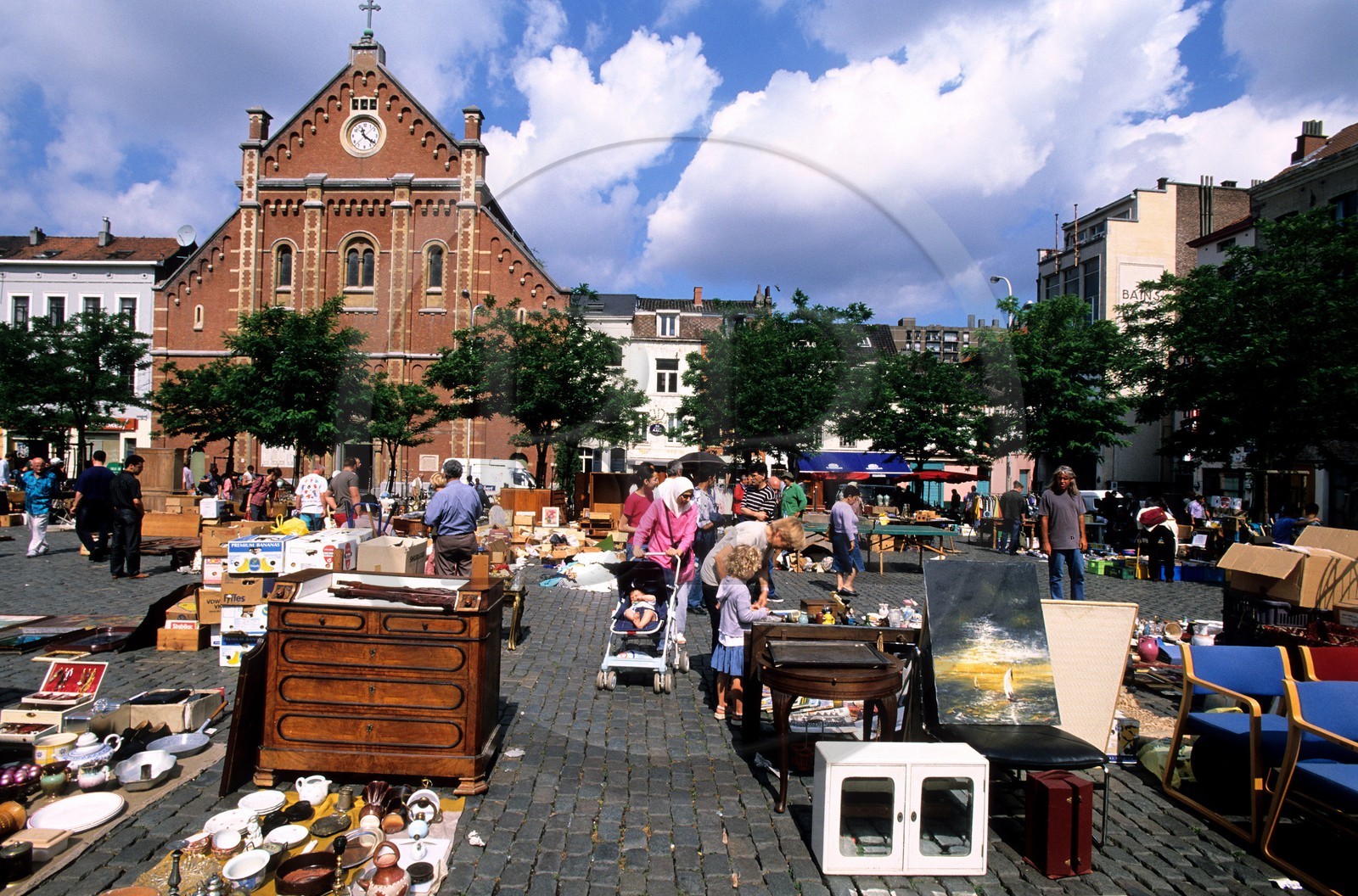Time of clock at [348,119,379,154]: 11:21
